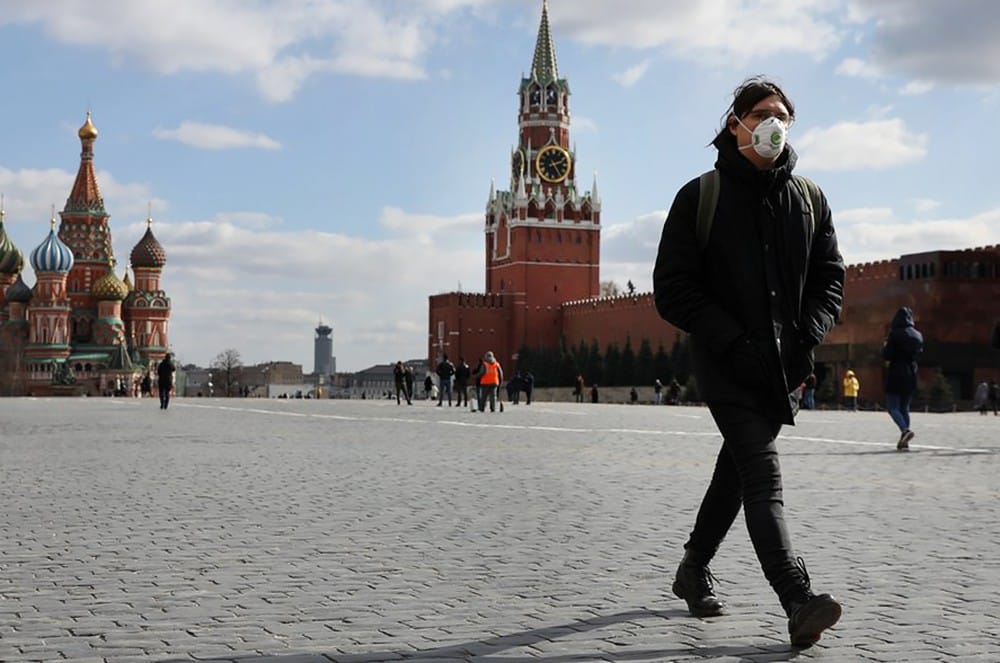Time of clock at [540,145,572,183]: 2:24
